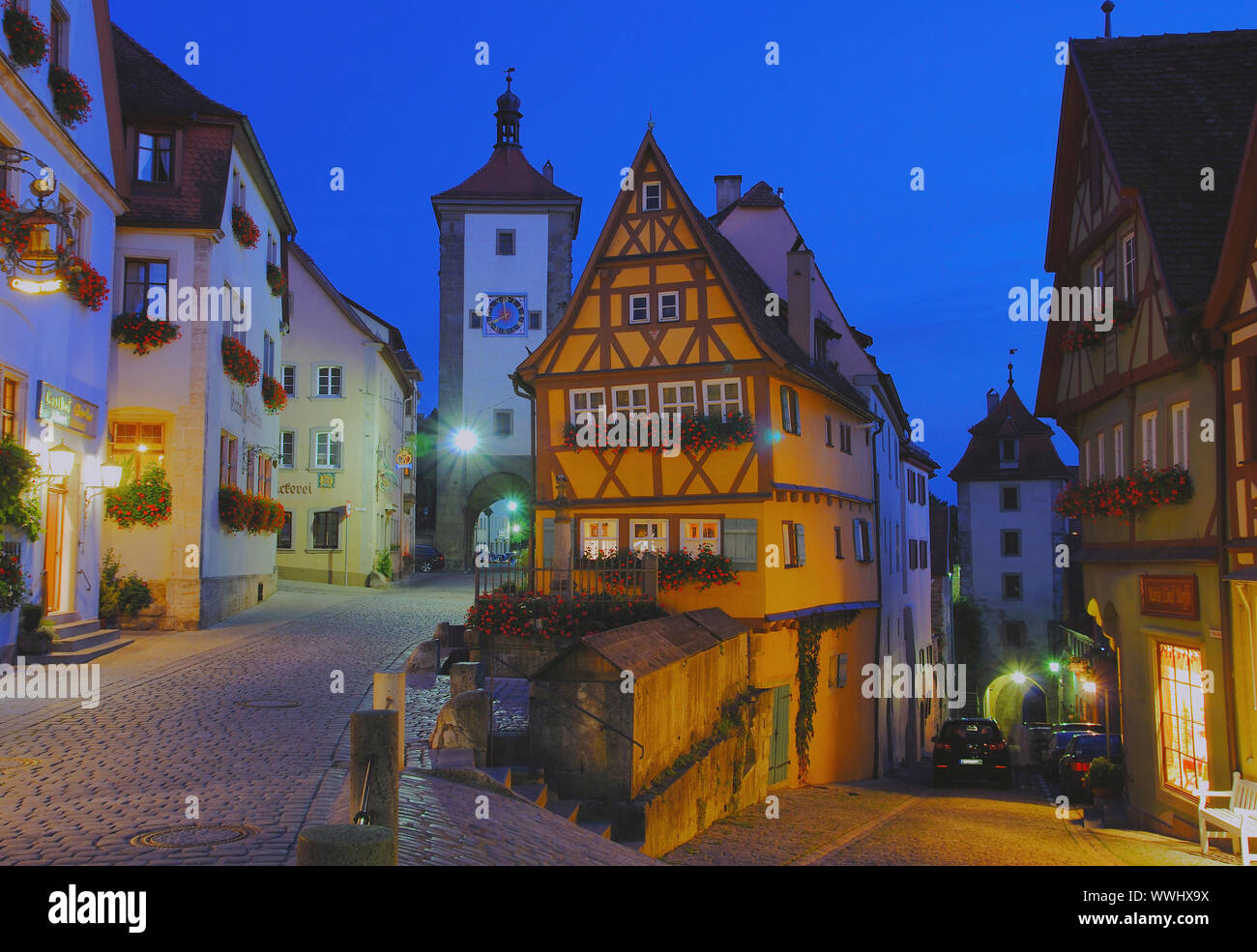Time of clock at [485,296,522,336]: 7:58
